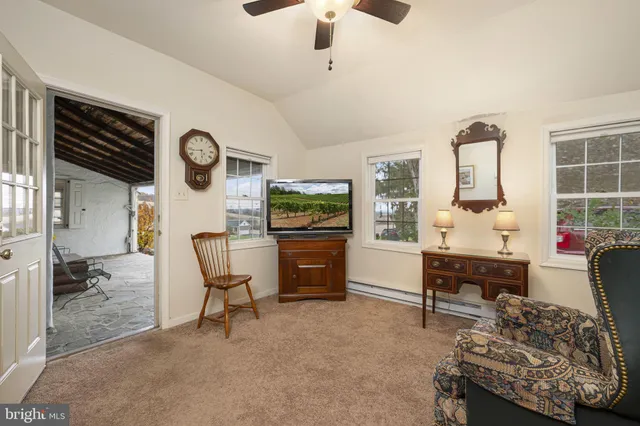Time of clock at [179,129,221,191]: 5:43
